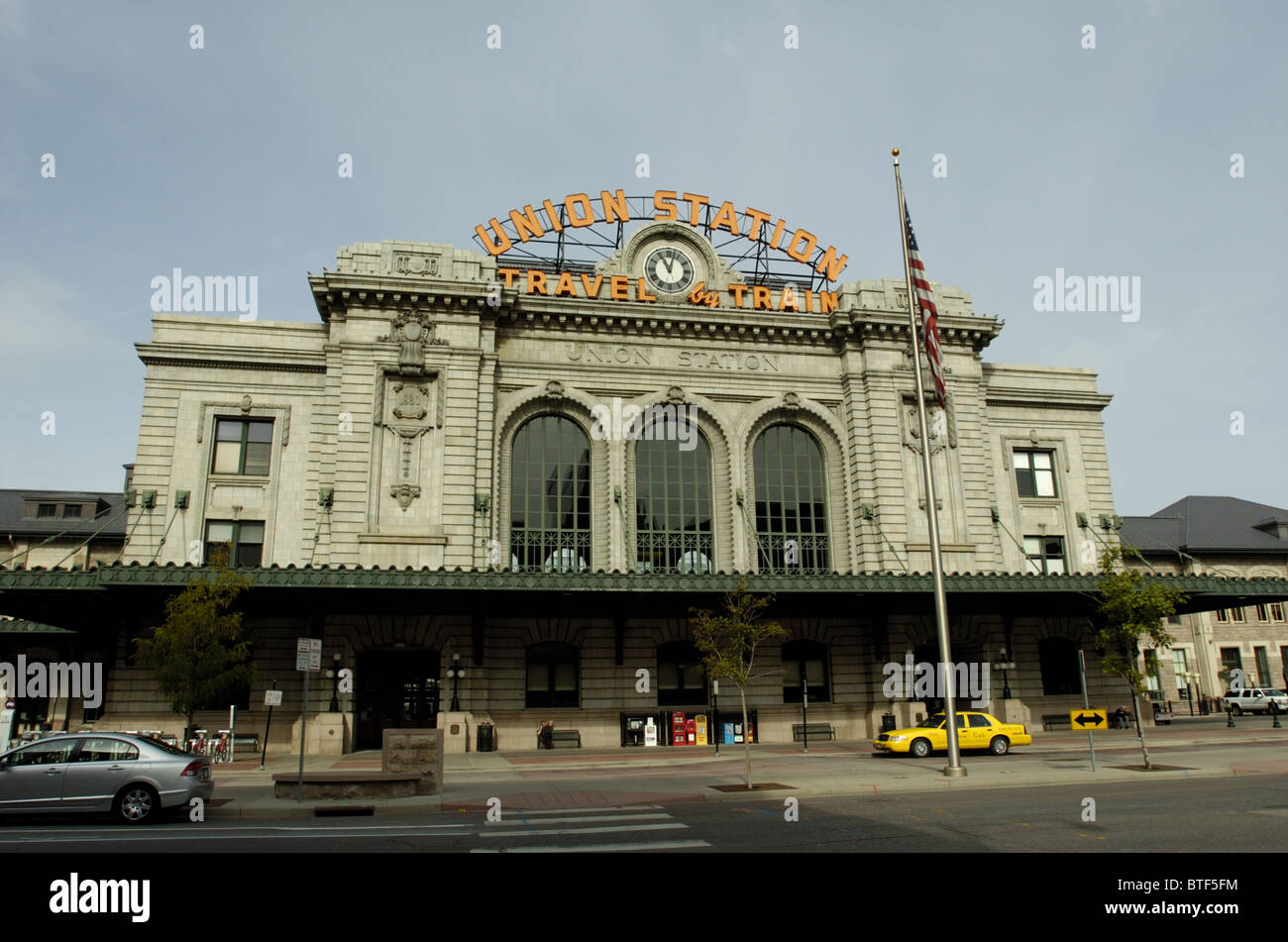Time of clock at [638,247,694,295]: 11:02
